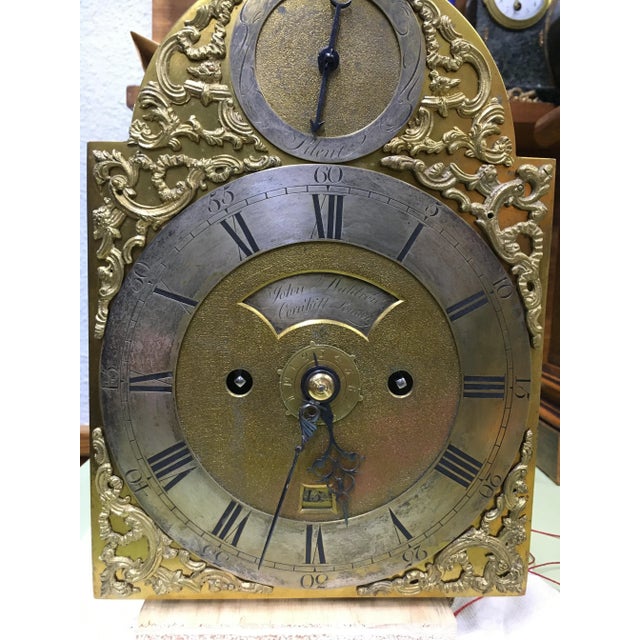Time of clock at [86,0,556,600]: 5:32
